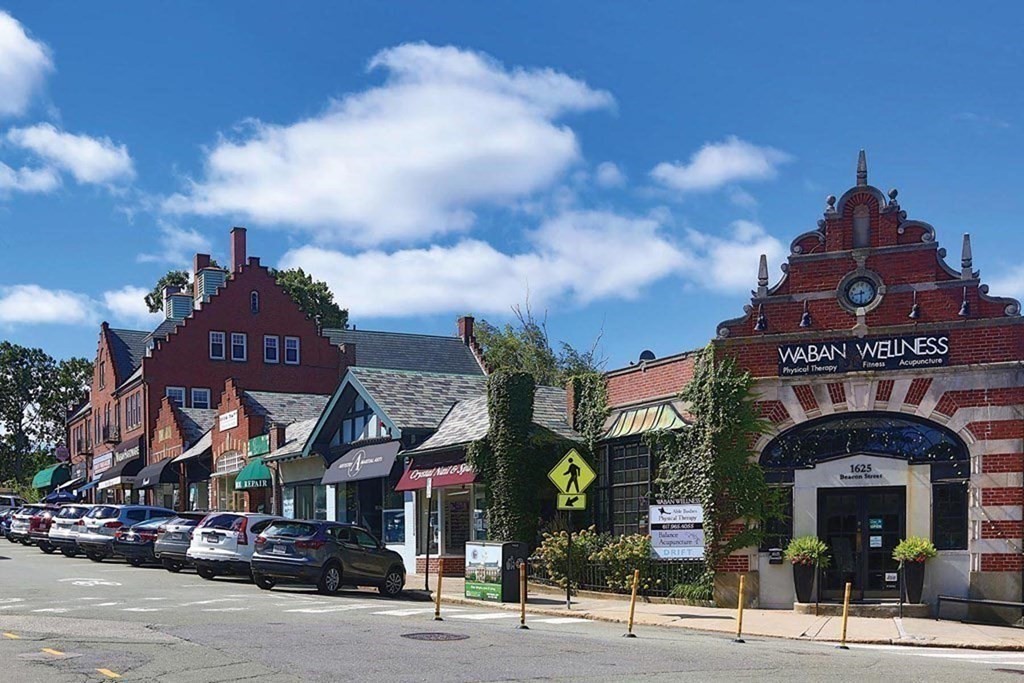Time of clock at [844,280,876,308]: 8:29
